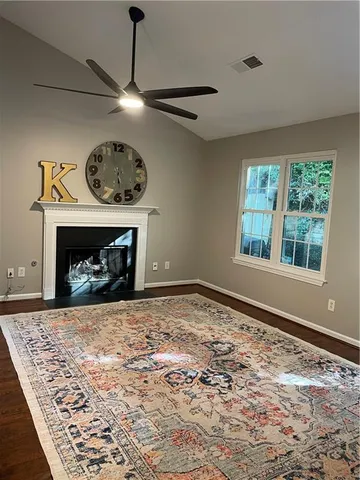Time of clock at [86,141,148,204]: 5:57
